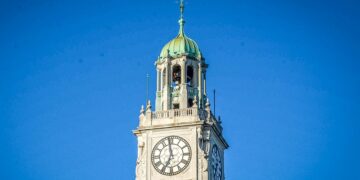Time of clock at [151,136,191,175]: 6:58
